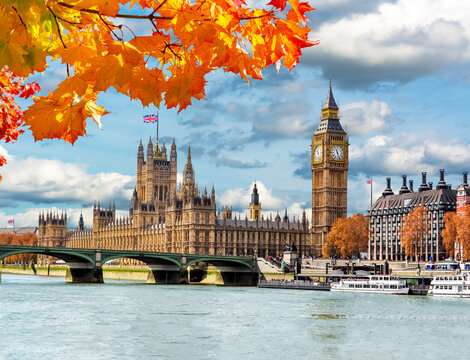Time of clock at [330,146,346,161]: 11:26
